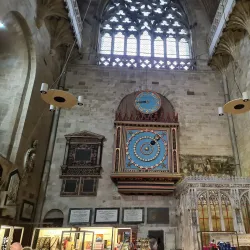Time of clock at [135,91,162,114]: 8:43
